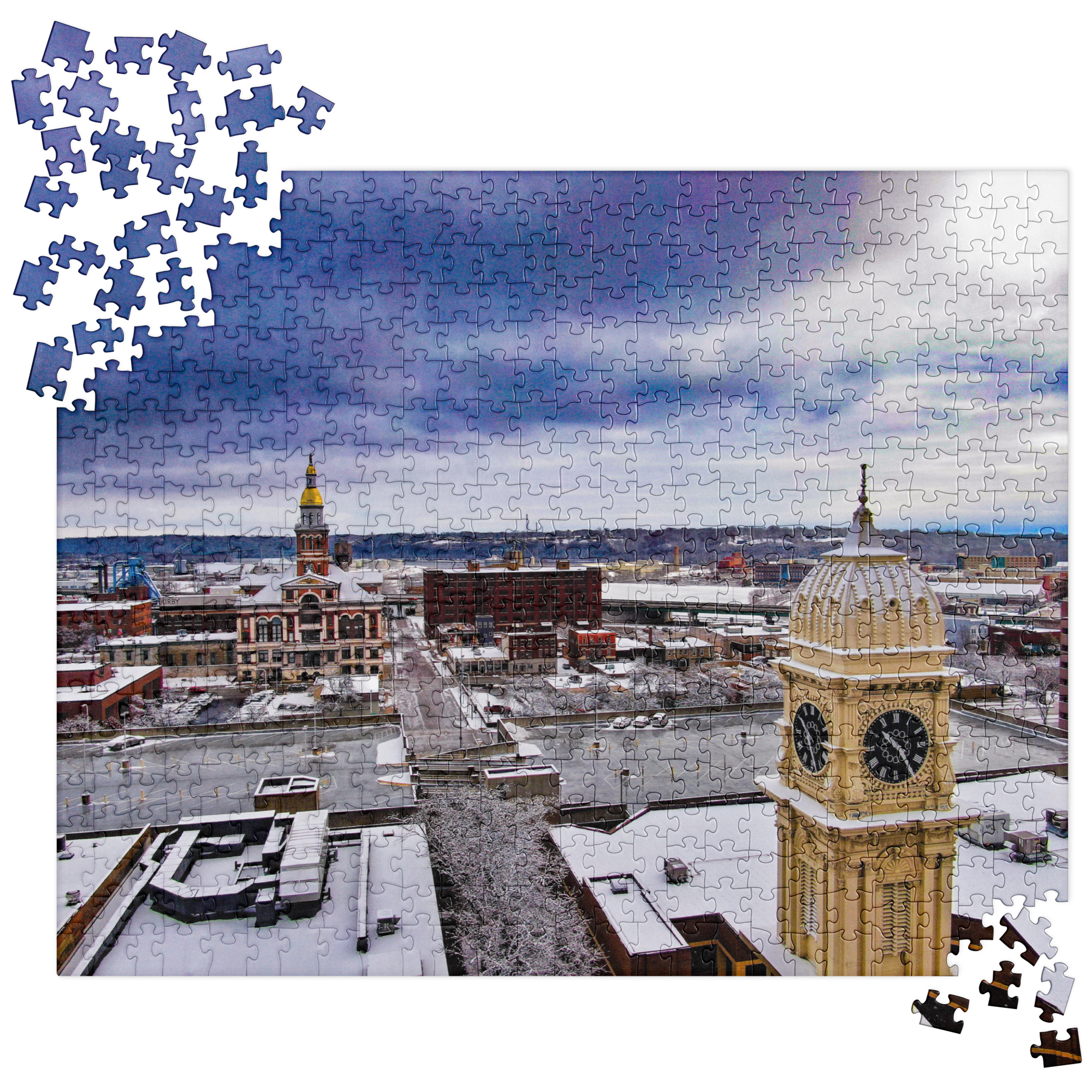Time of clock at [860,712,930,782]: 10:24
